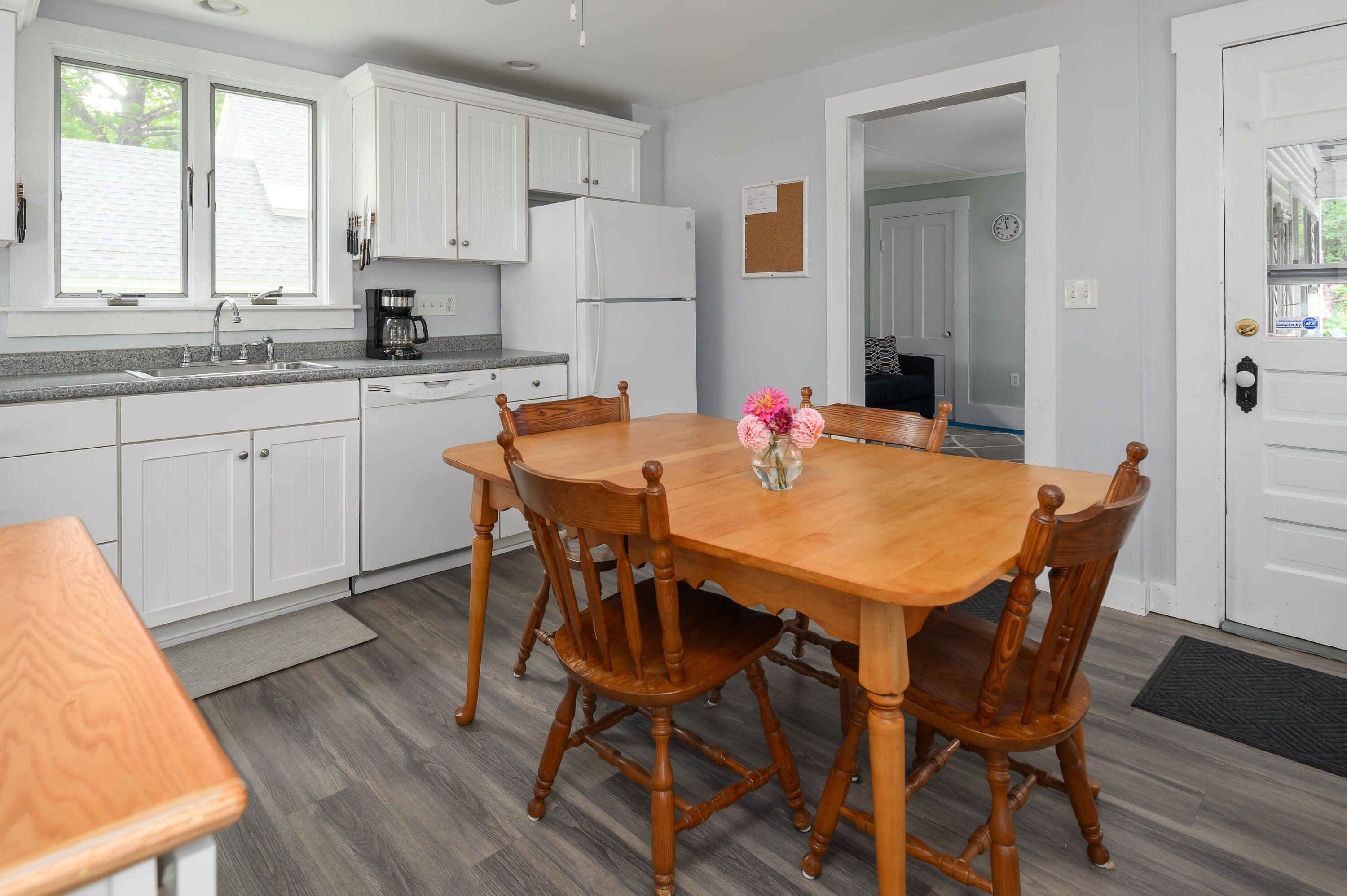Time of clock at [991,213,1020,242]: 11:44
